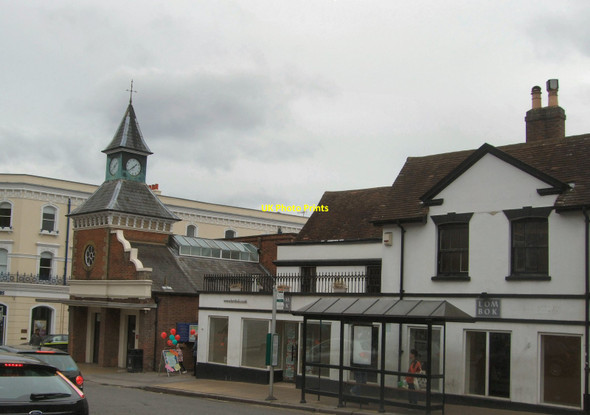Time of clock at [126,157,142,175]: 1:38
